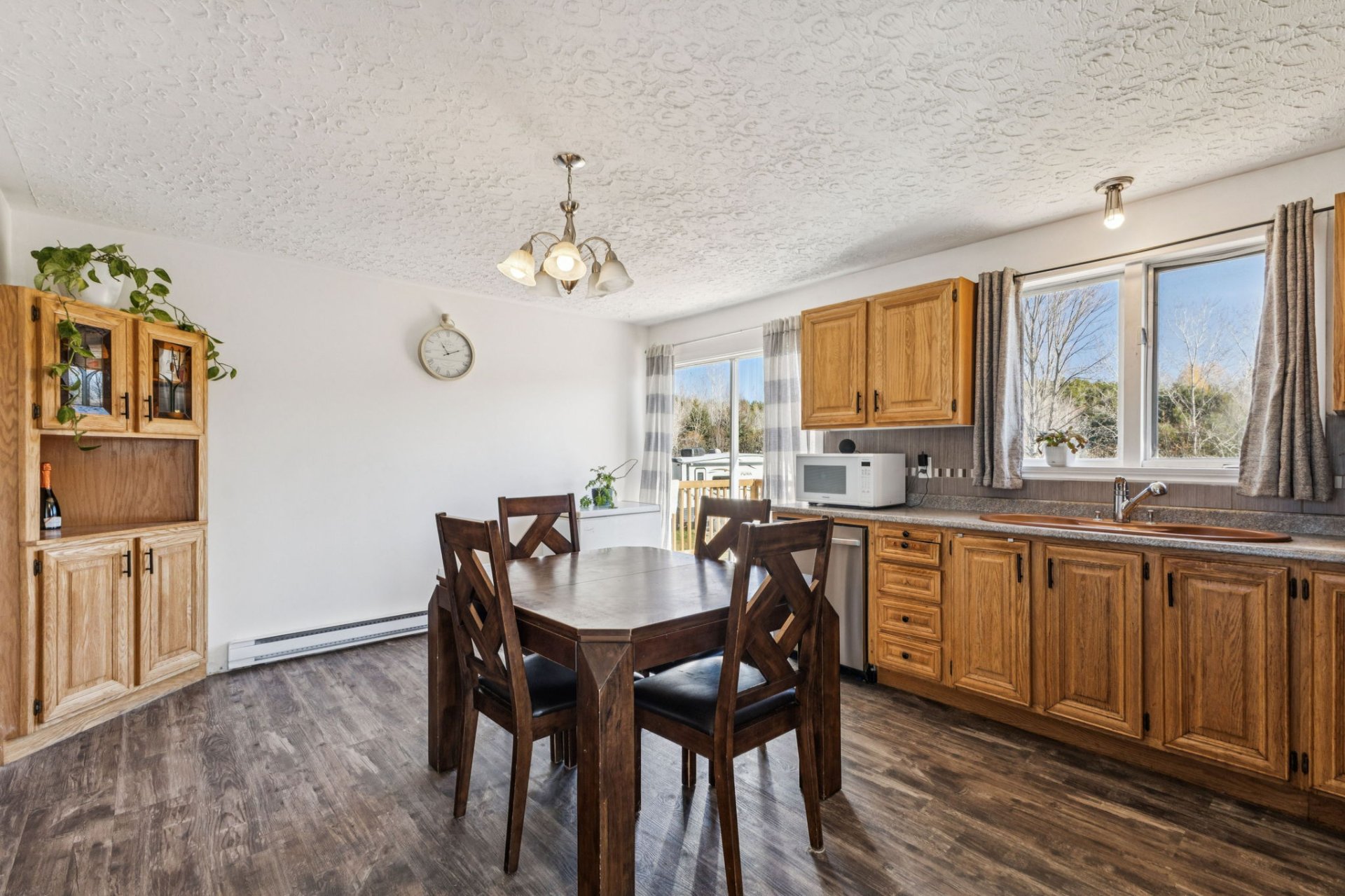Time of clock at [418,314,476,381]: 11:11
